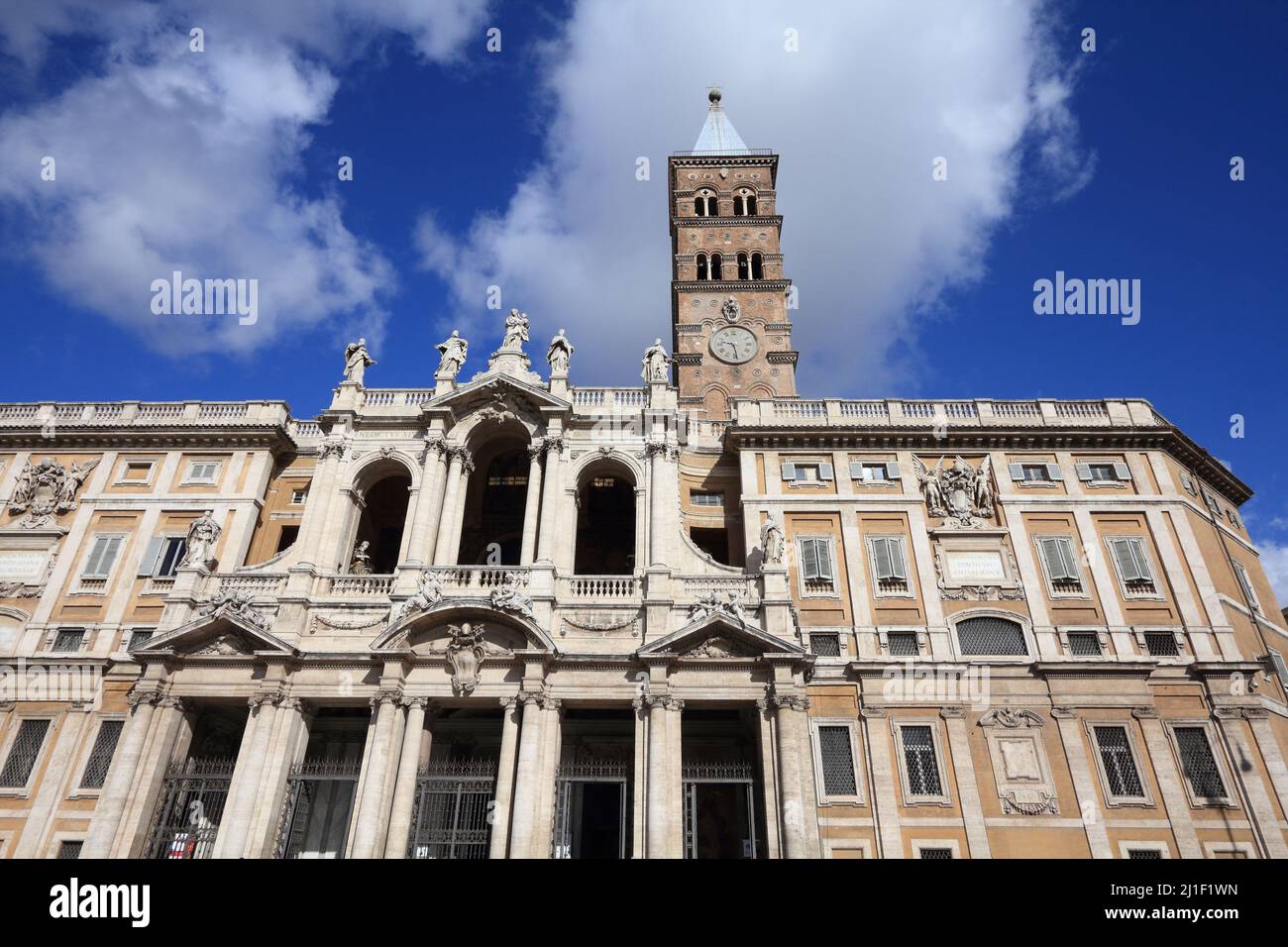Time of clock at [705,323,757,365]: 9:28
